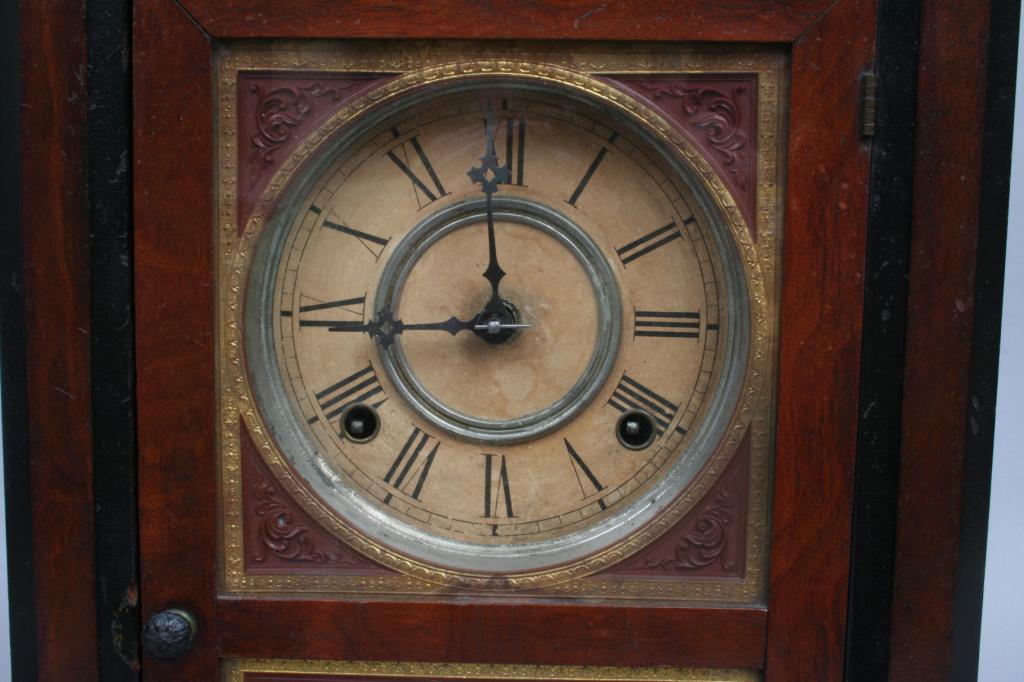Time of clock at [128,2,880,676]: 11:44
